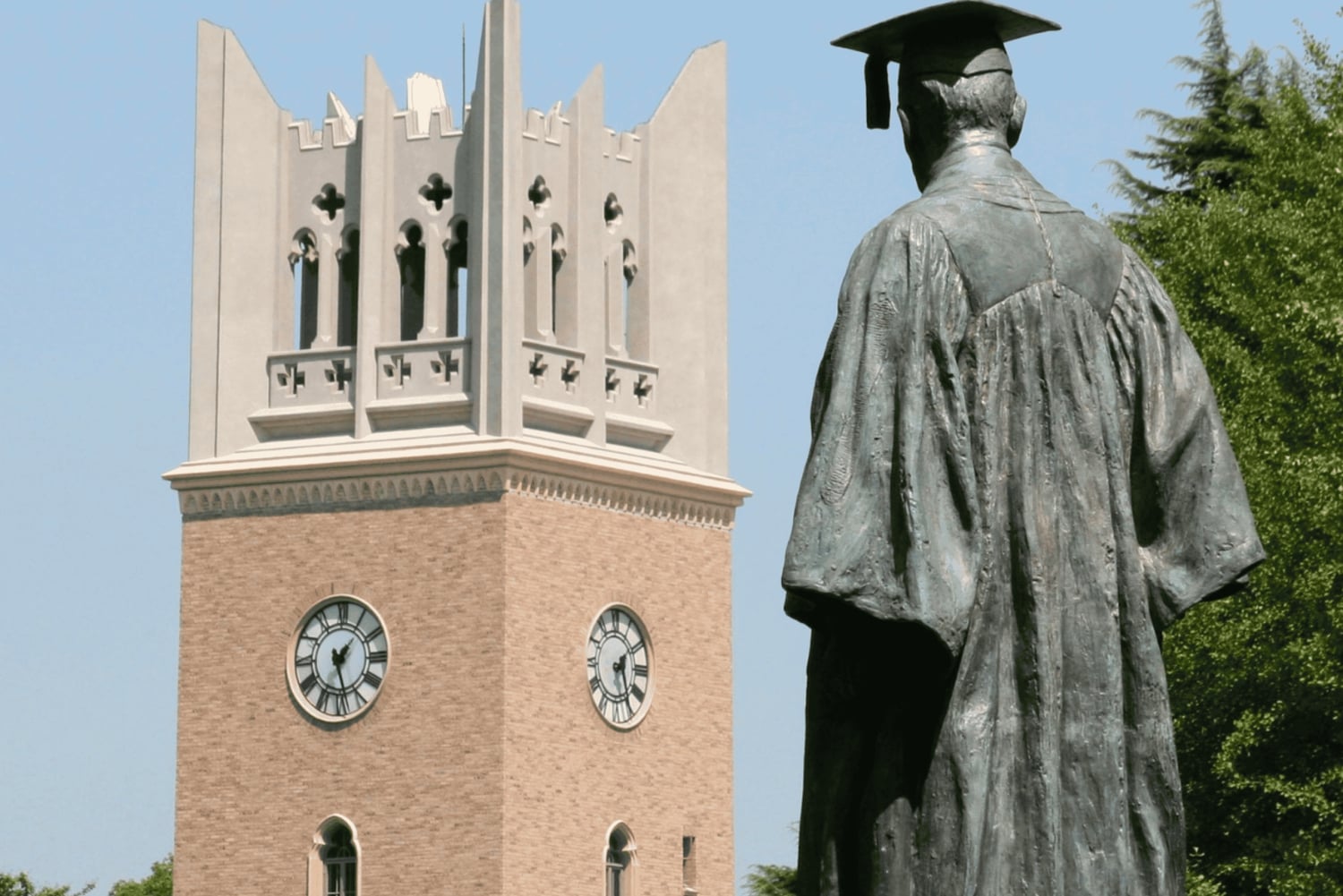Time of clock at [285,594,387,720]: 1:28
